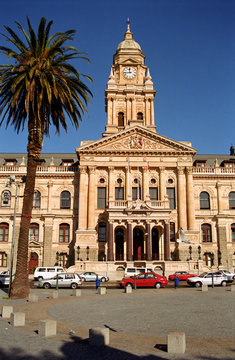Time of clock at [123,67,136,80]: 11:44
